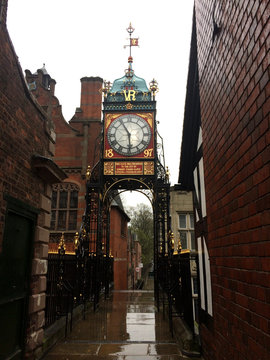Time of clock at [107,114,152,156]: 5:54
